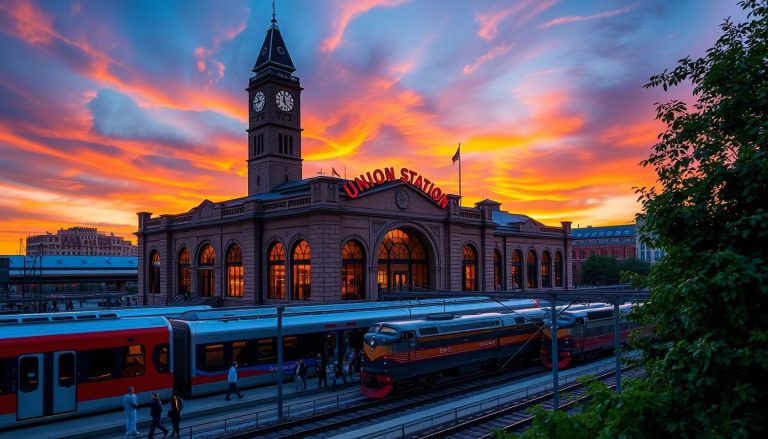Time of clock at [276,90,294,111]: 4:59
